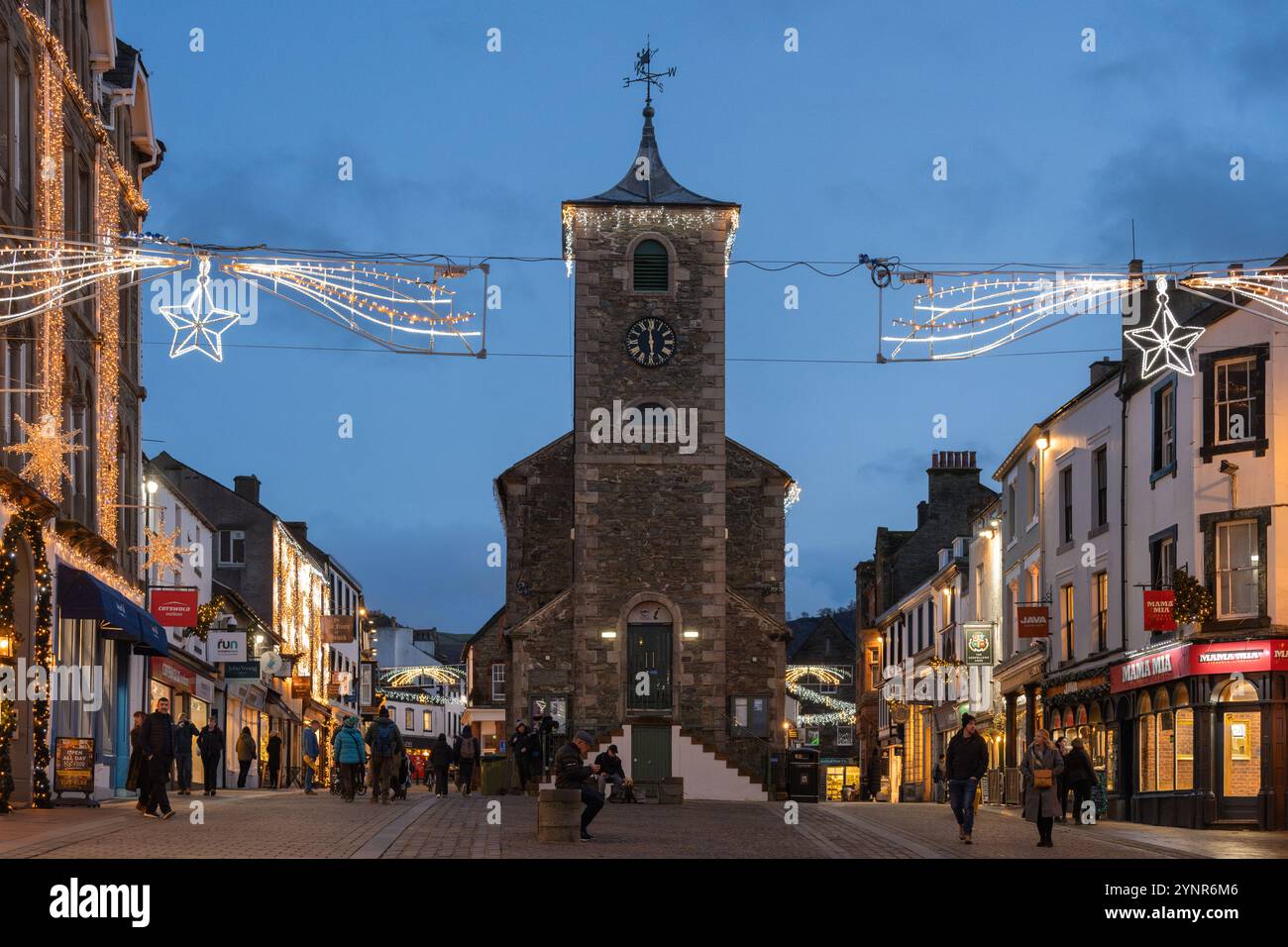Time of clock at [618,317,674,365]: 5:59
